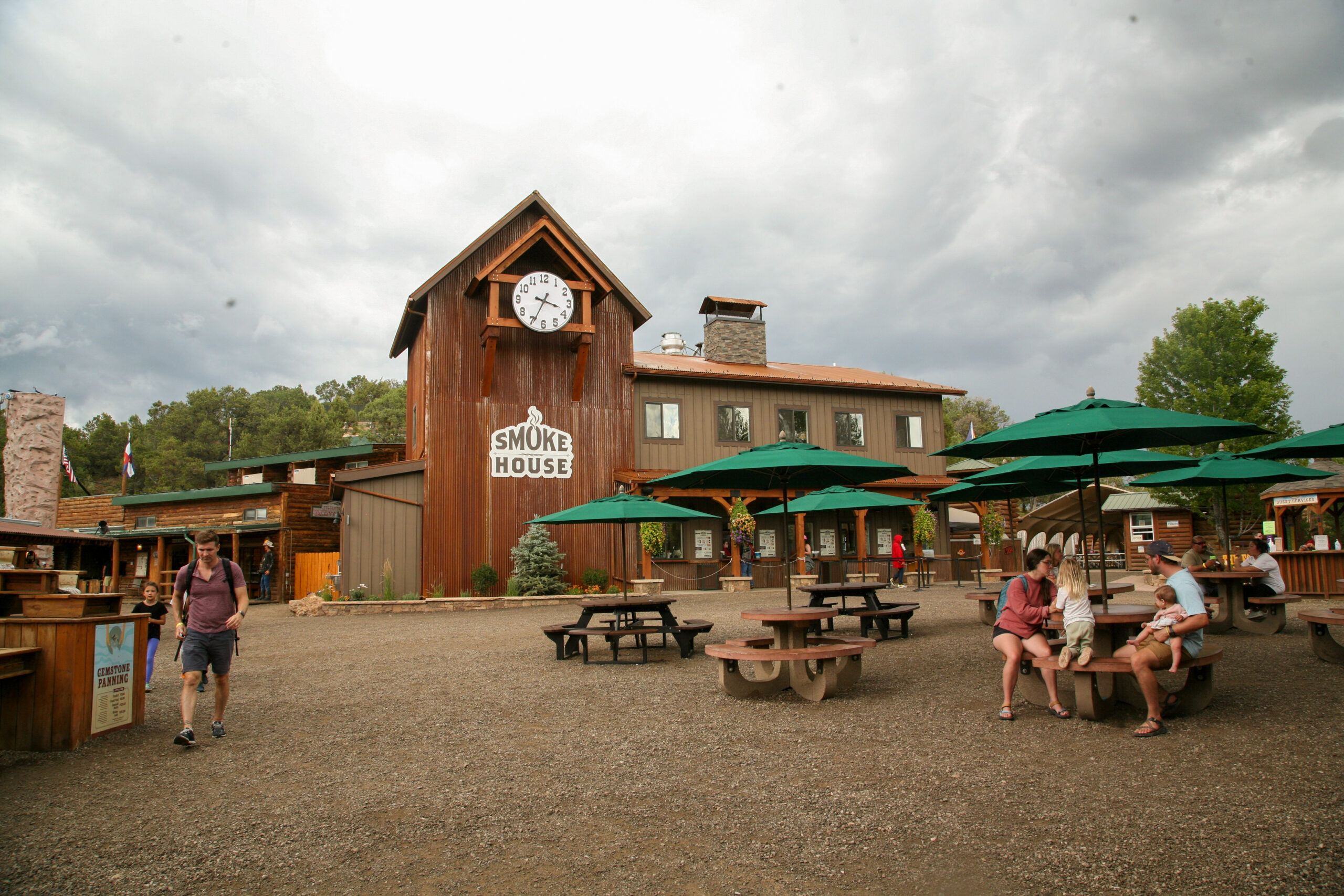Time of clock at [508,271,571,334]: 3:34
